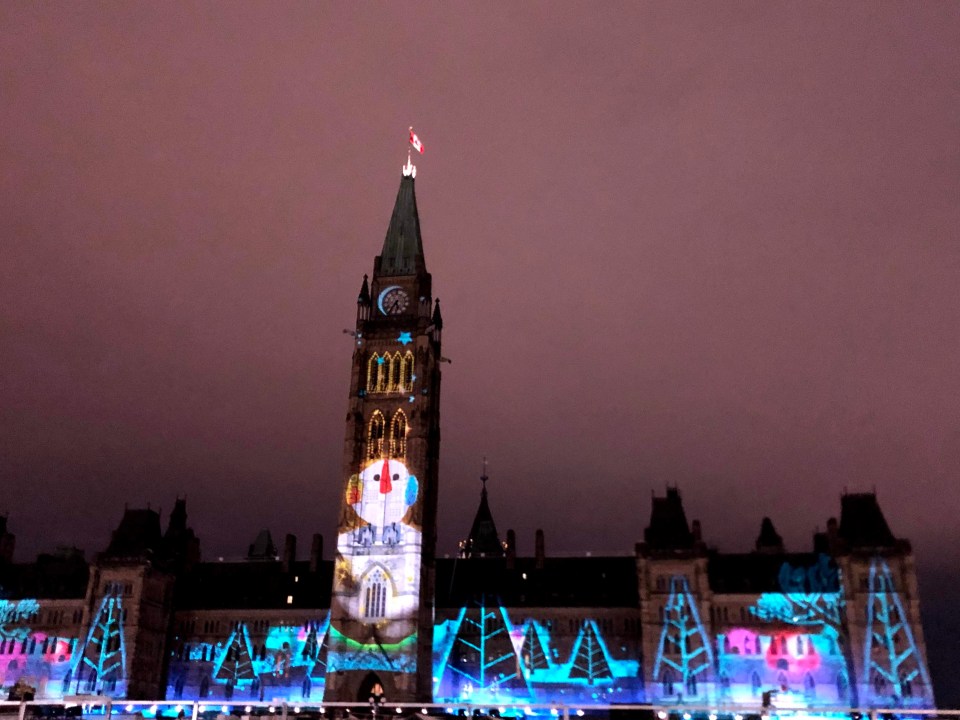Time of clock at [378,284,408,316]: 5:35
